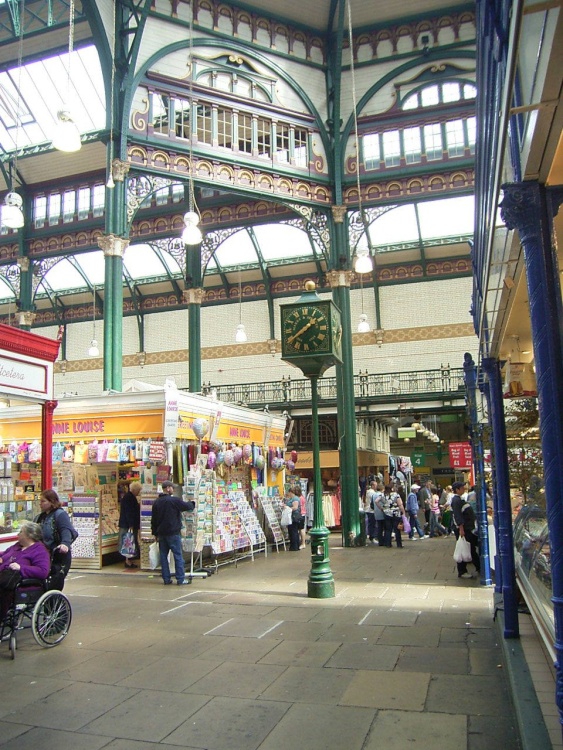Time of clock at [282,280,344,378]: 1:39
